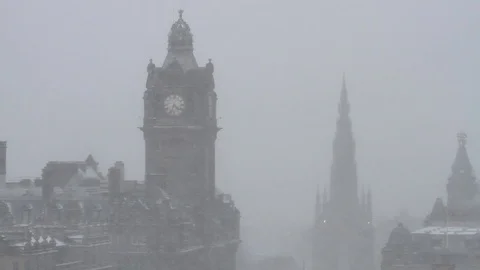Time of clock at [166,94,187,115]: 4:33
